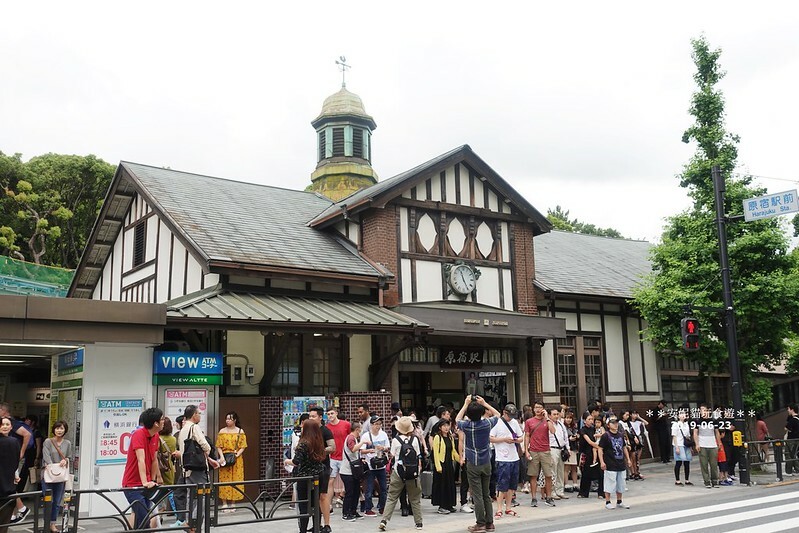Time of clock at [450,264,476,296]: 11:25
